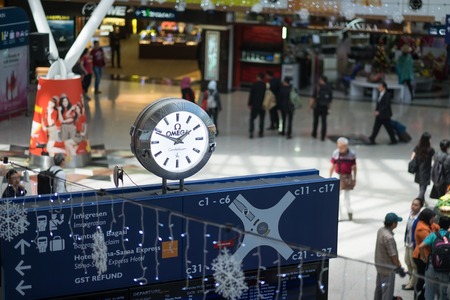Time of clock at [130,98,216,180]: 1:48
